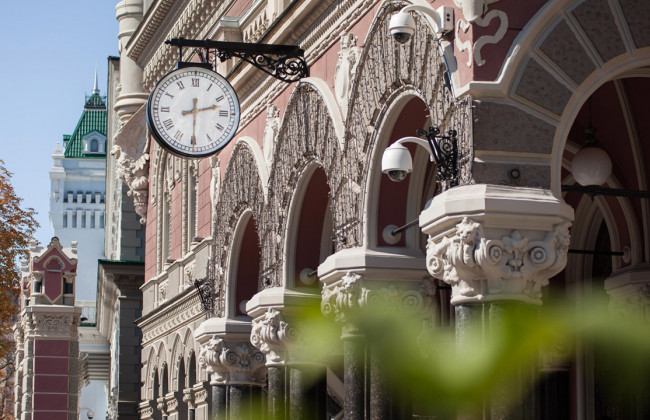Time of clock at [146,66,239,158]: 2:29
